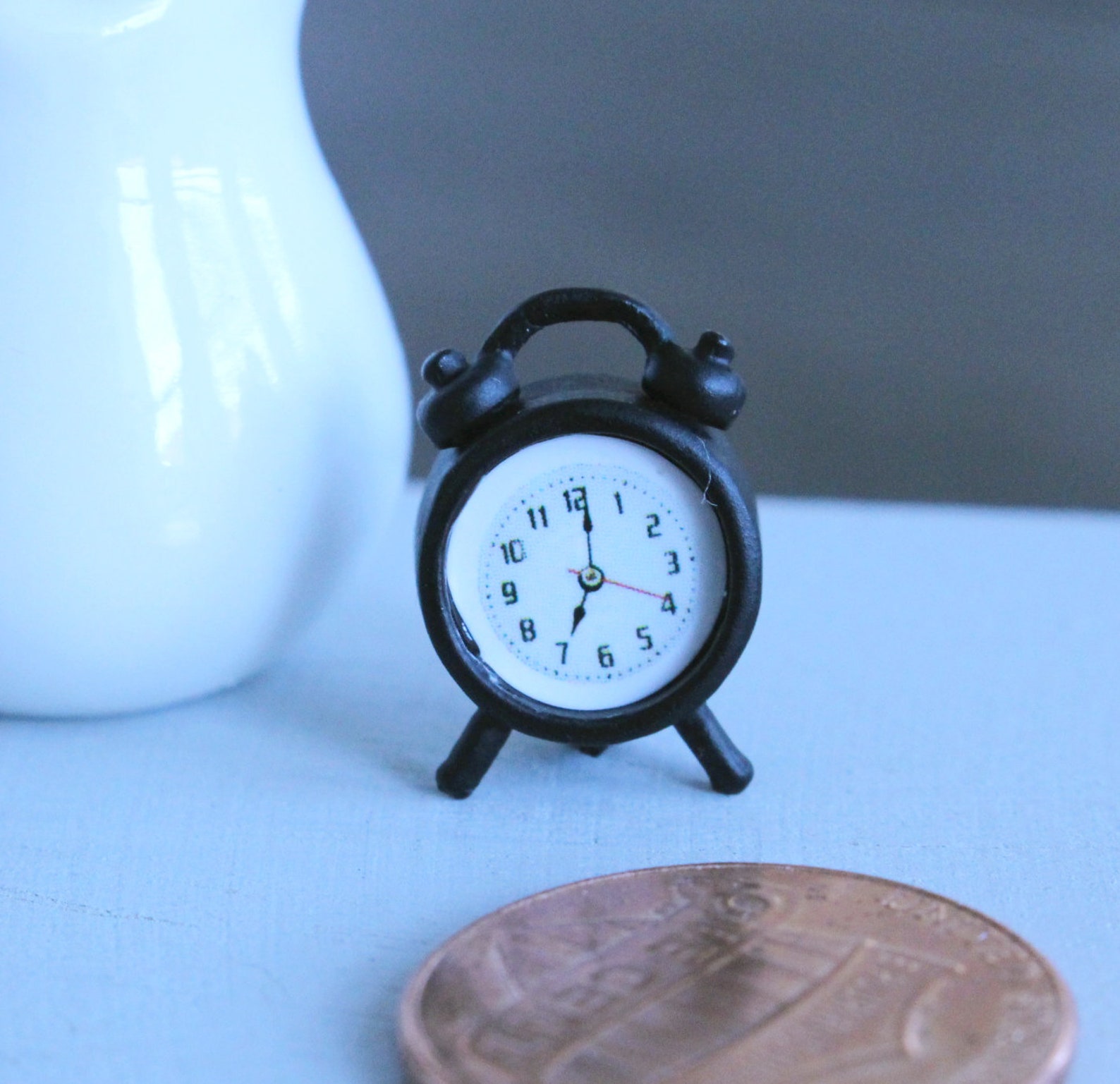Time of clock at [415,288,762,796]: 7:01
